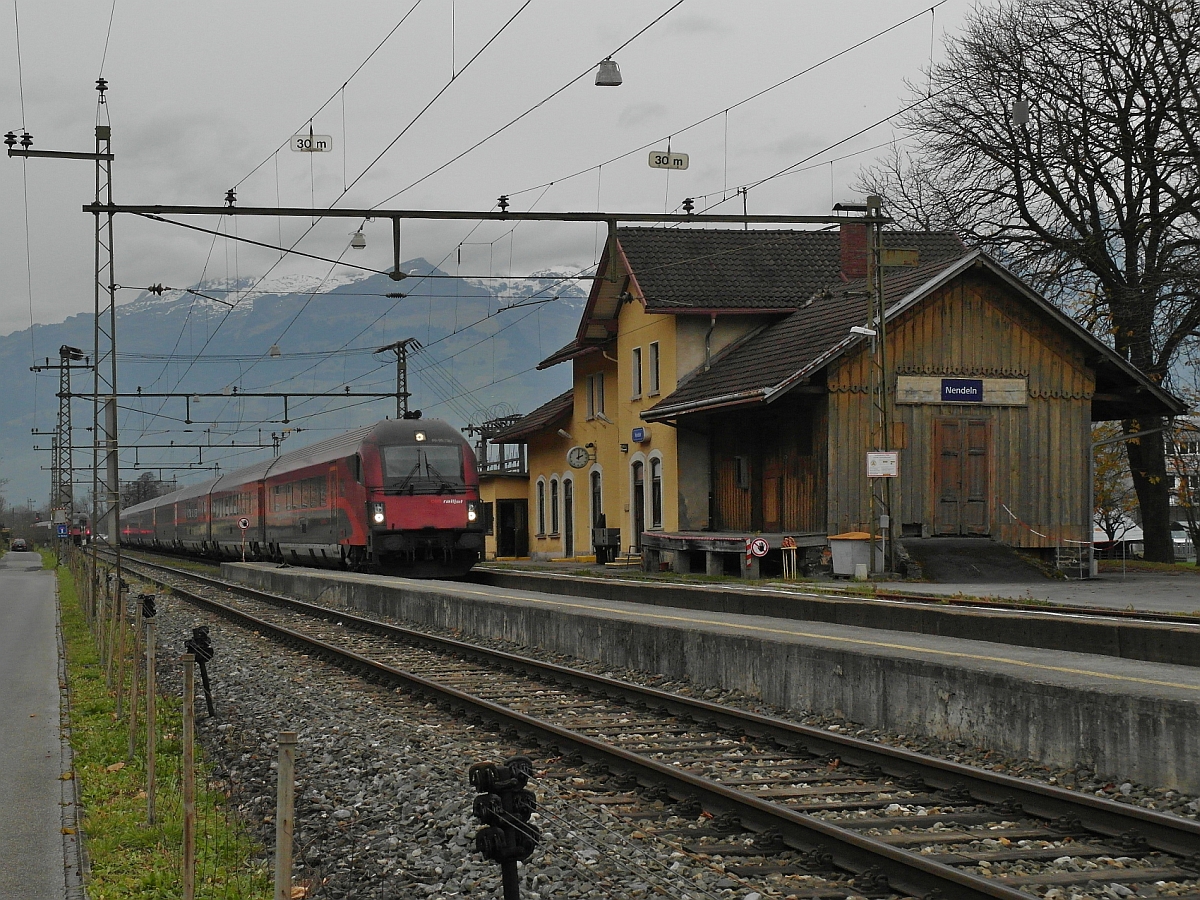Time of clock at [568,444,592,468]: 2:00
